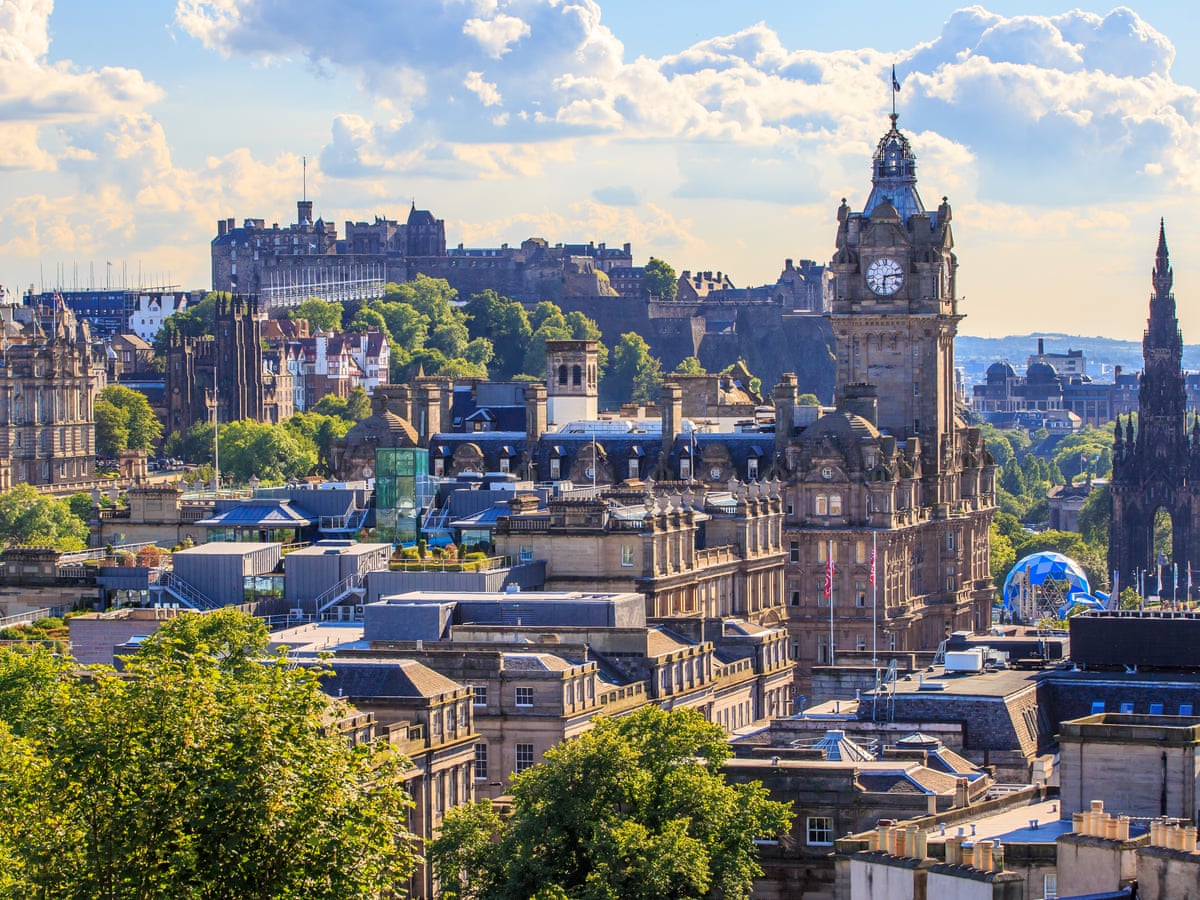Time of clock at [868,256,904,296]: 6:13
